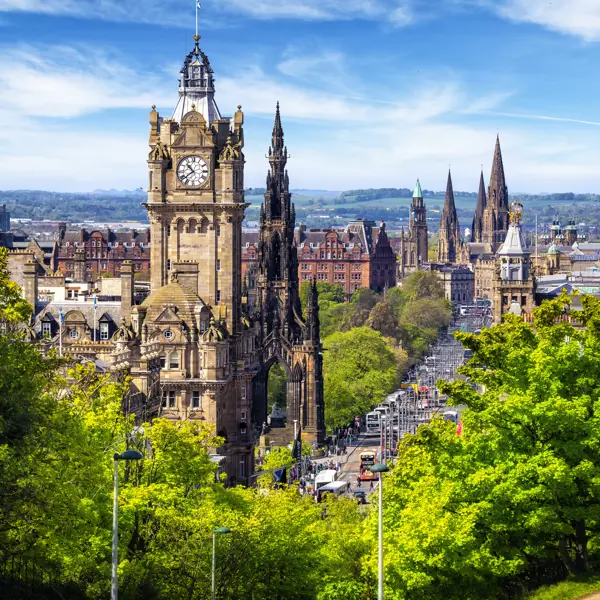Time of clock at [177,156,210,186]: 10:38
